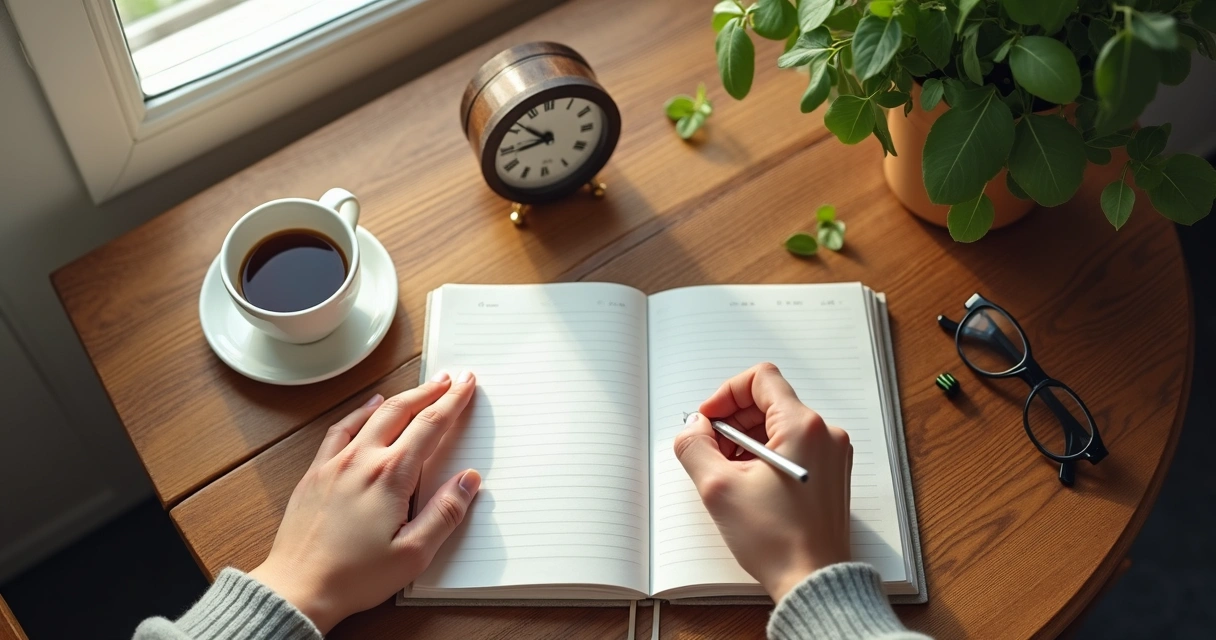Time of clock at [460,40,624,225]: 8:51
